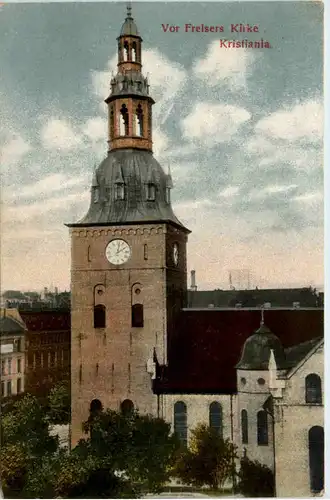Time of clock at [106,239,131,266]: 2:01
